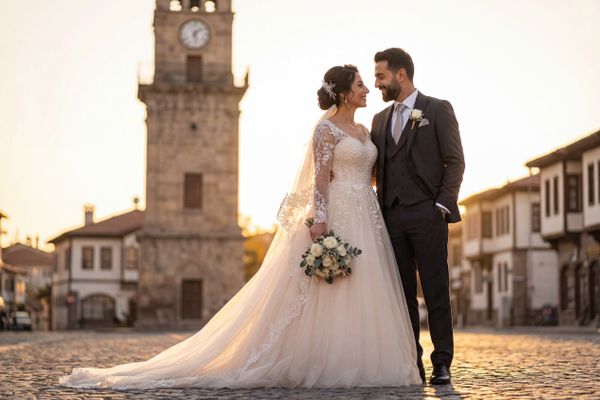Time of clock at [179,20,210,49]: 1:28
